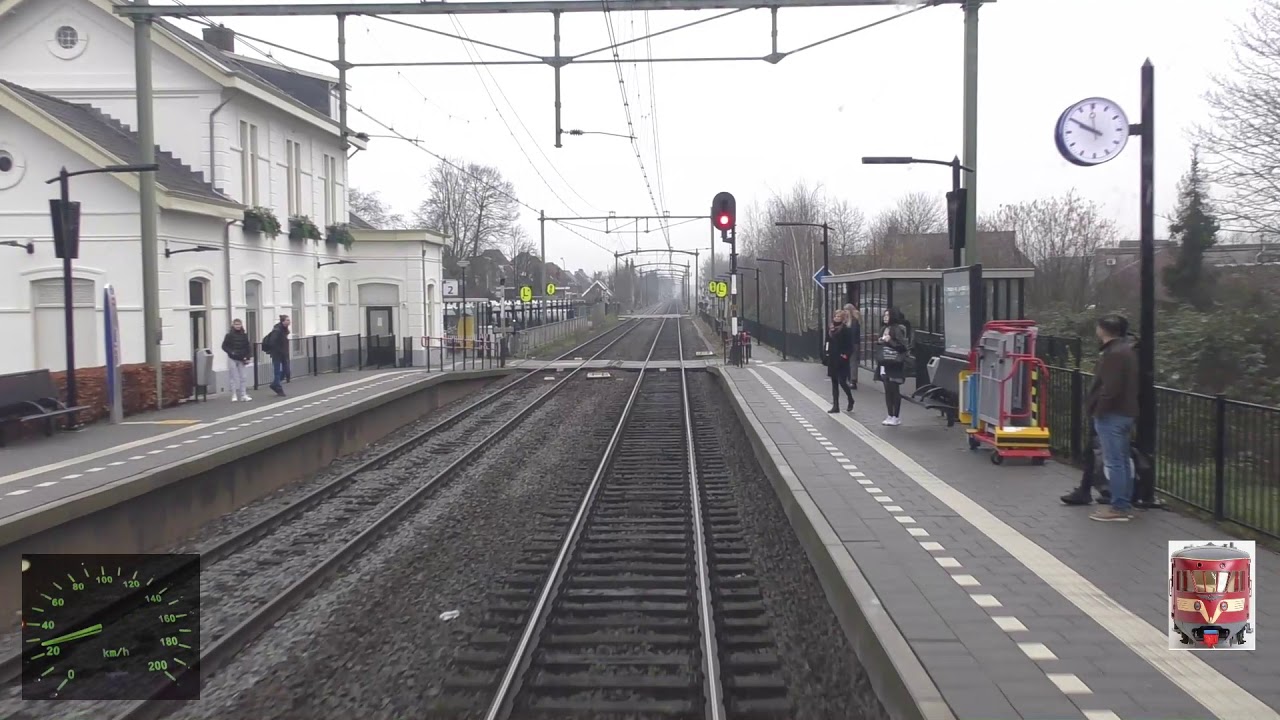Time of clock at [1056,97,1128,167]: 9:50
